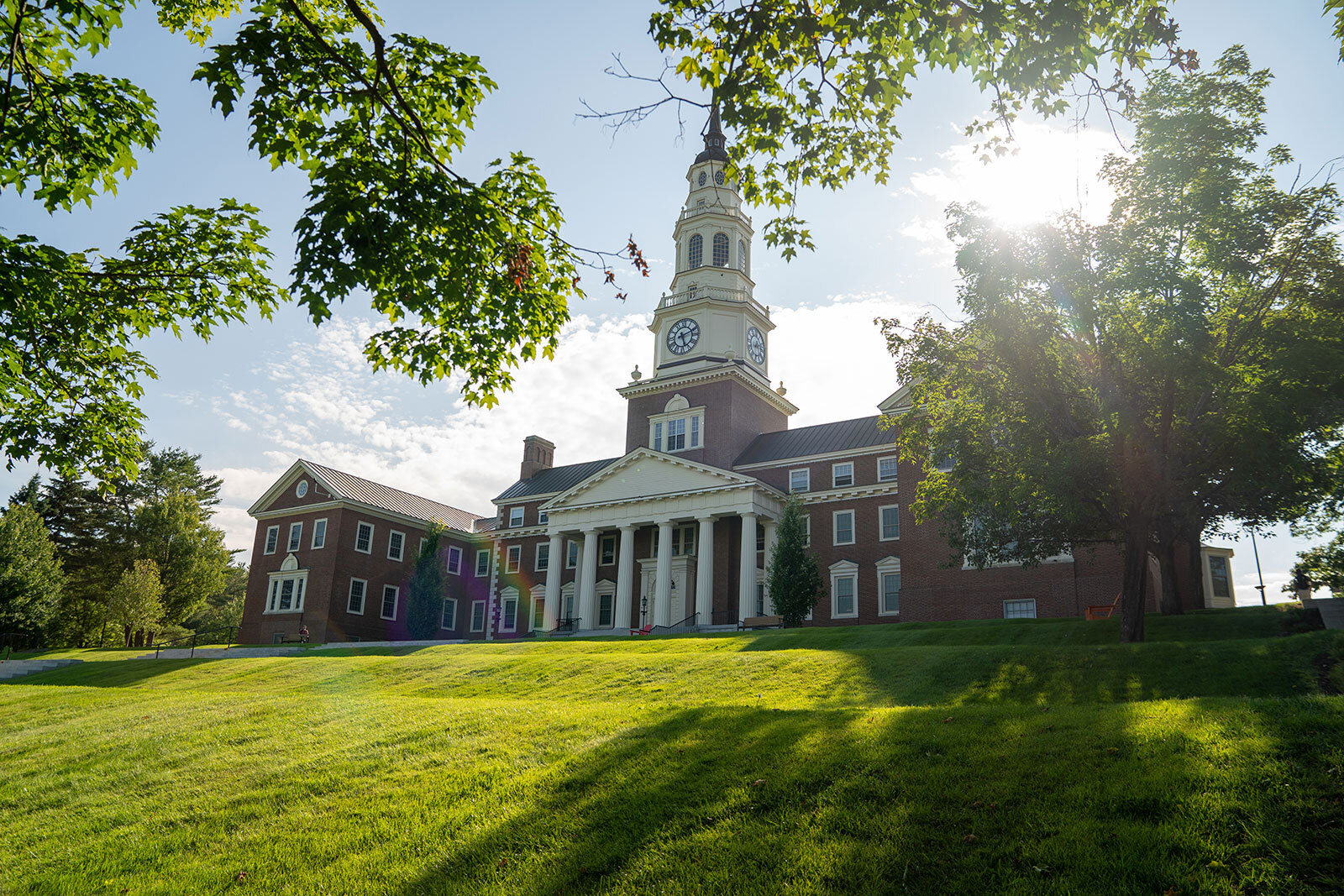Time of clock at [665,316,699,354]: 5:11
